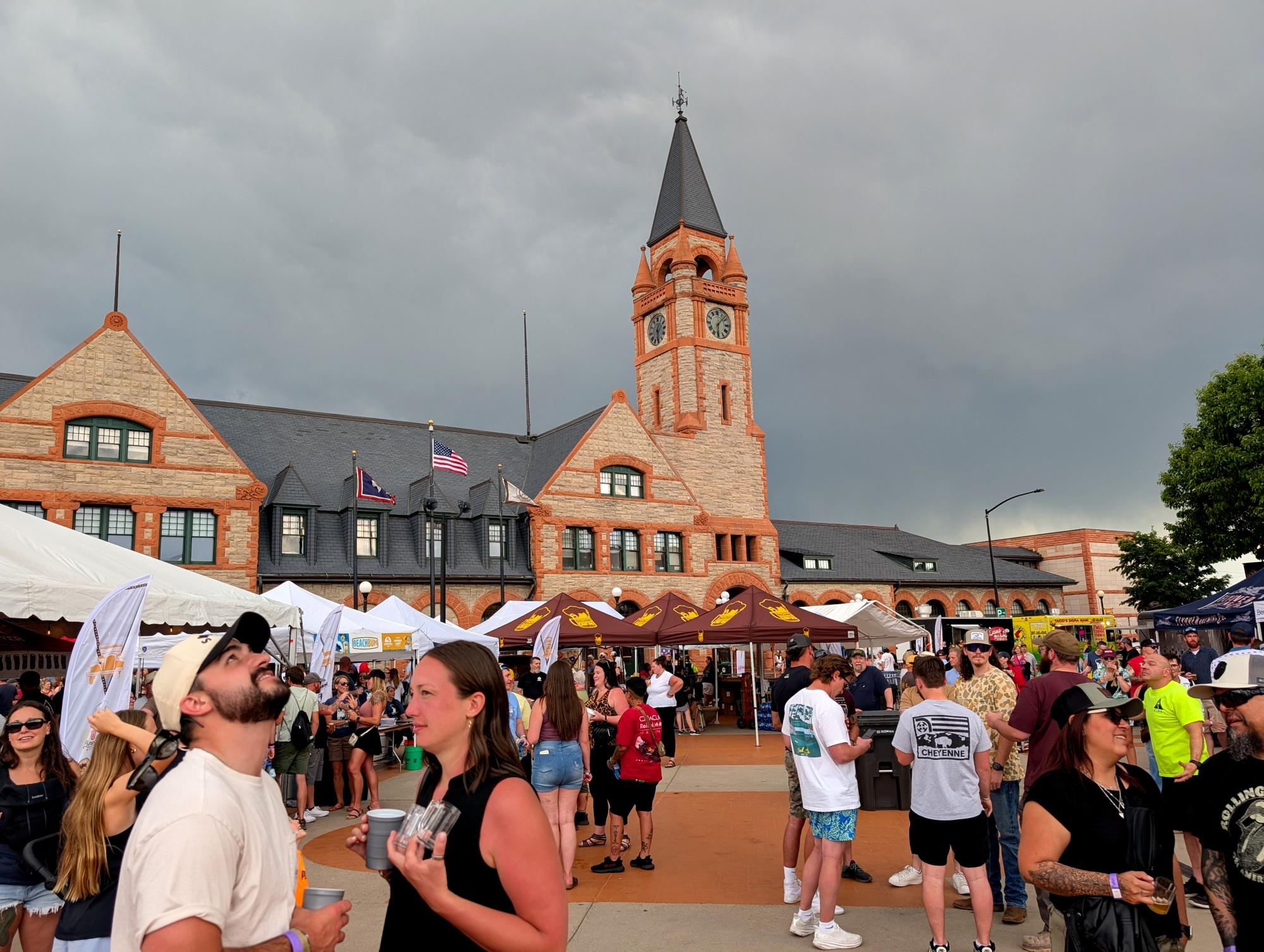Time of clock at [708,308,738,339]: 6:07
